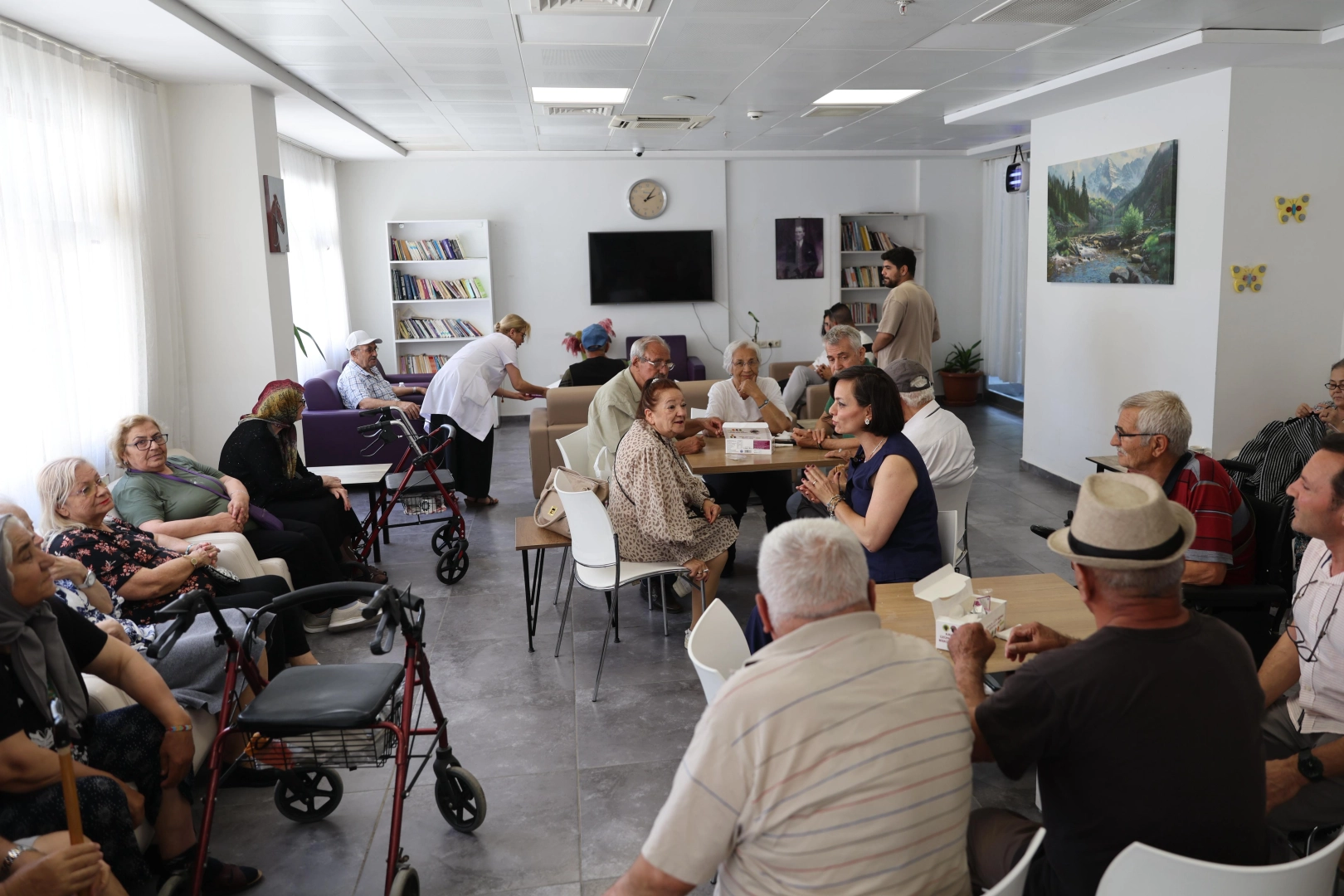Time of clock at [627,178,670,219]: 2:05
